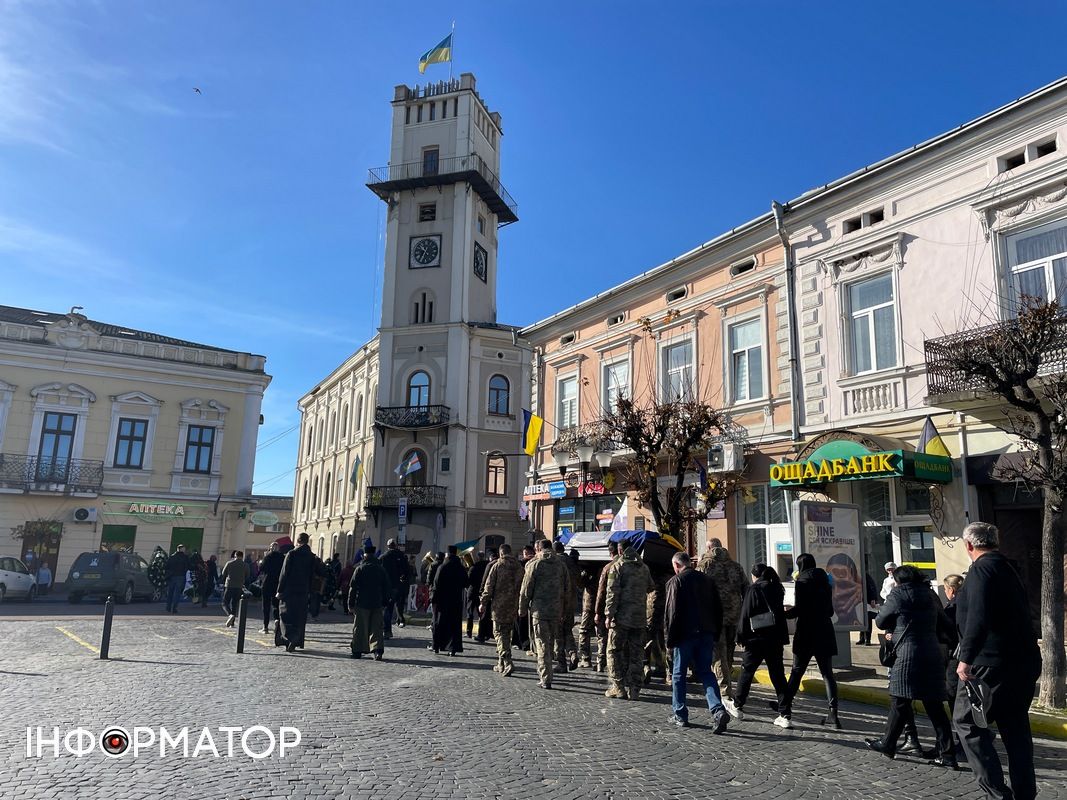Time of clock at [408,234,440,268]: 10:34
